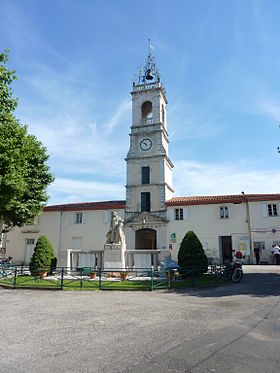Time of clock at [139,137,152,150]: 10:52
